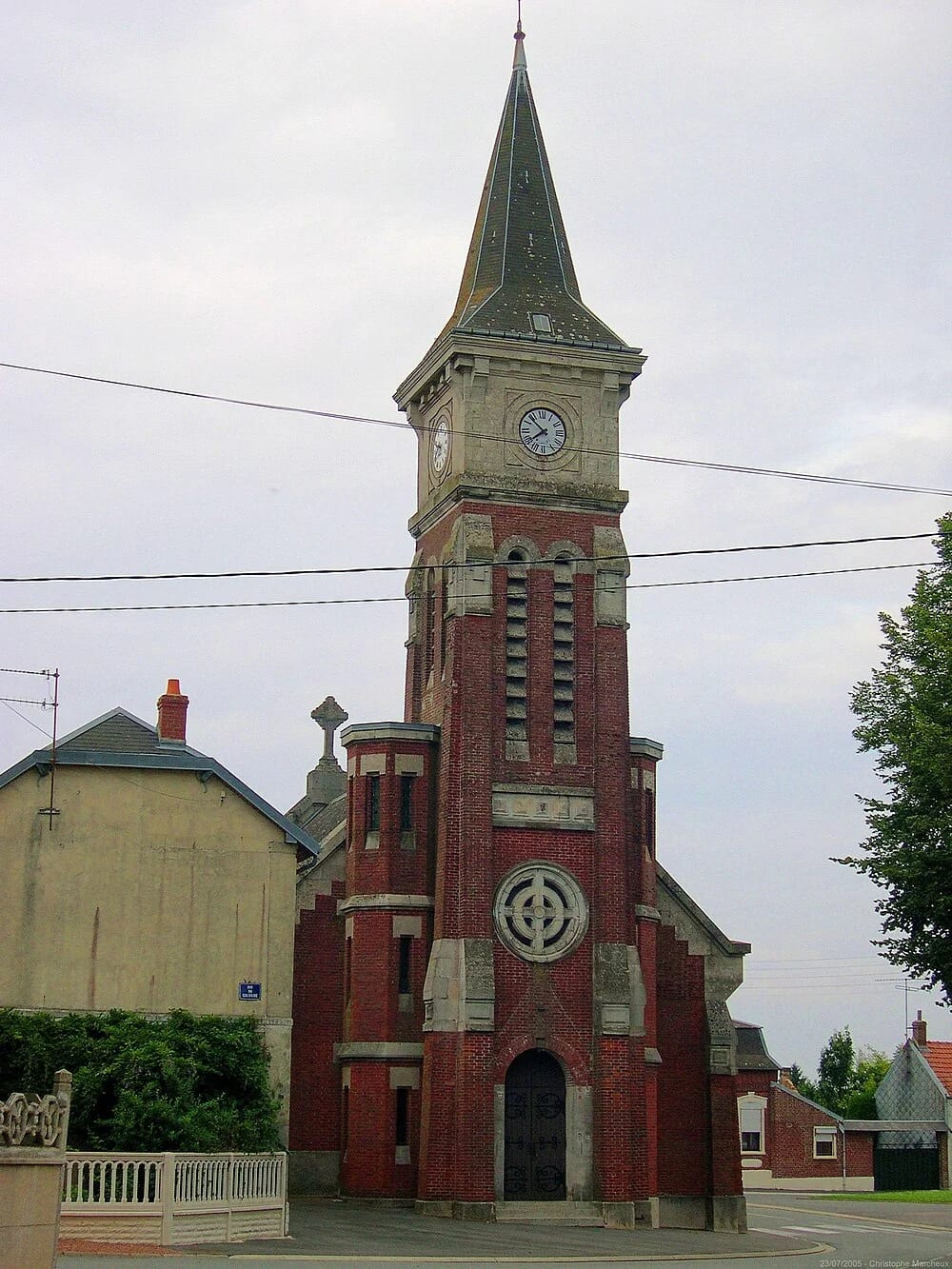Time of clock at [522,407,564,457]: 7:52
